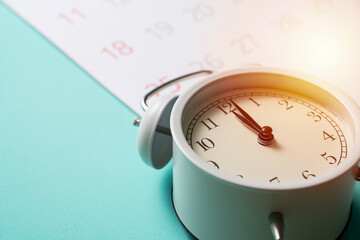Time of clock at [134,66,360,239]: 10:56
